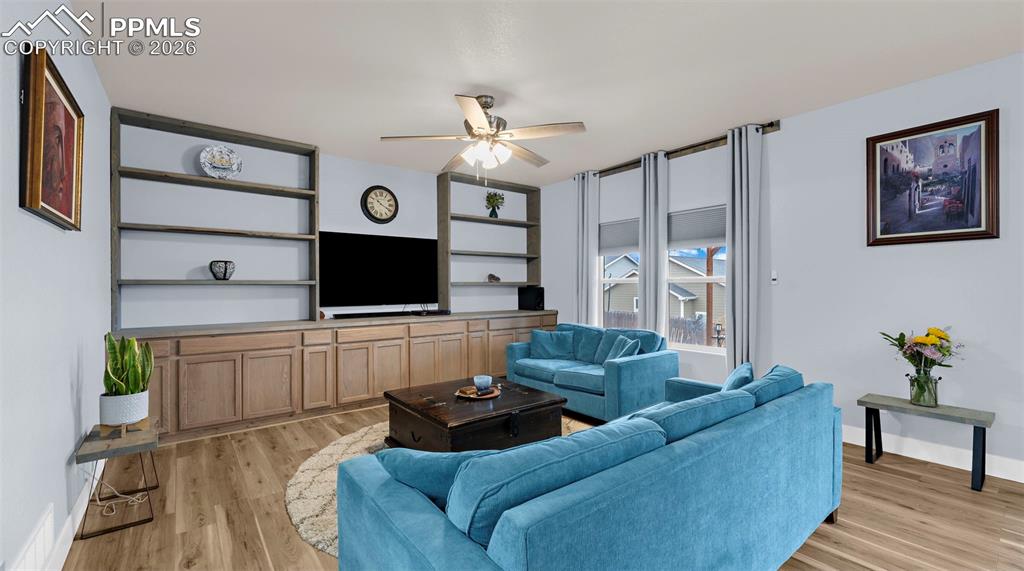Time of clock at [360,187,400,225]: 10:19
